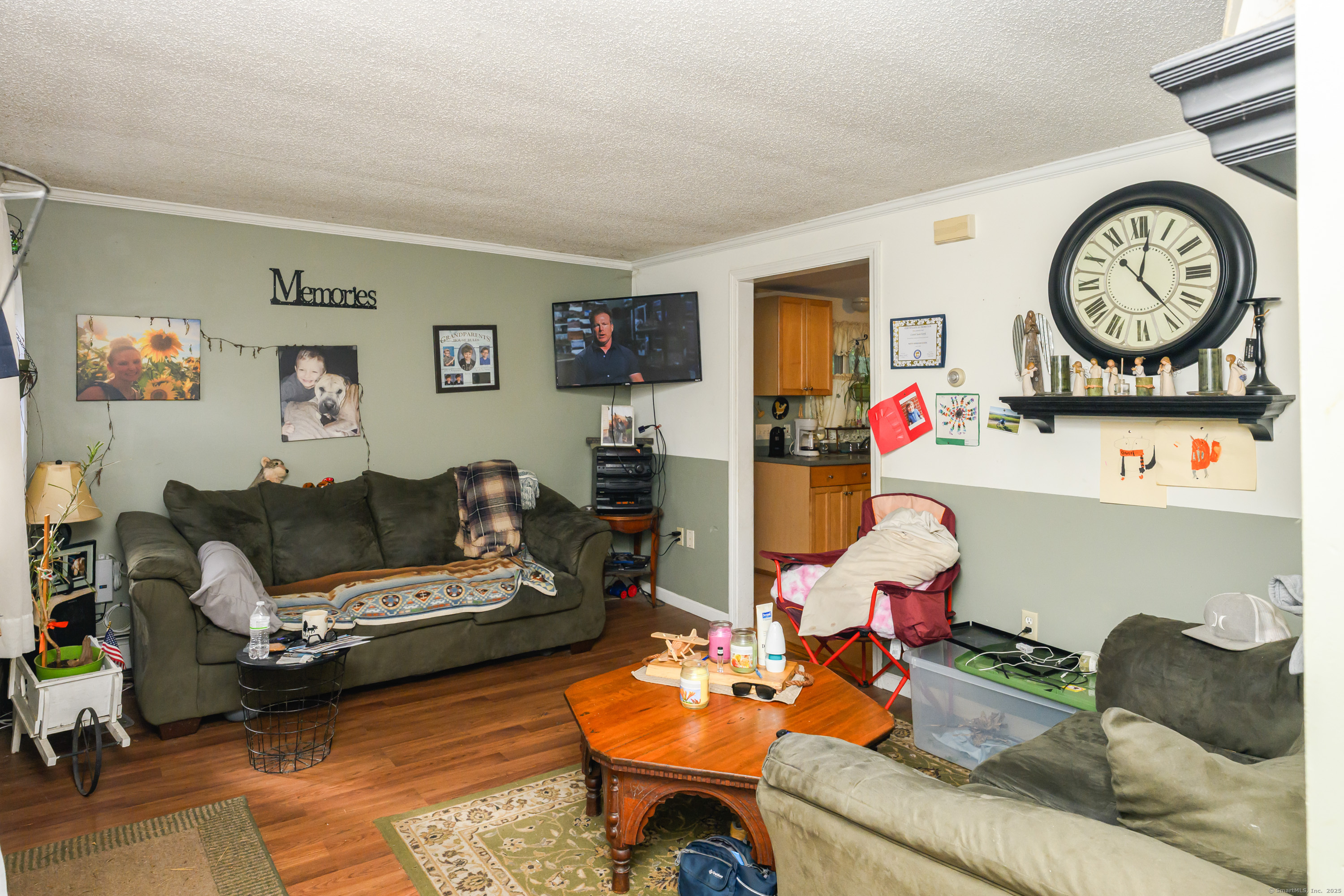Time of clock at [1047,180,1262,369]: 12:23
